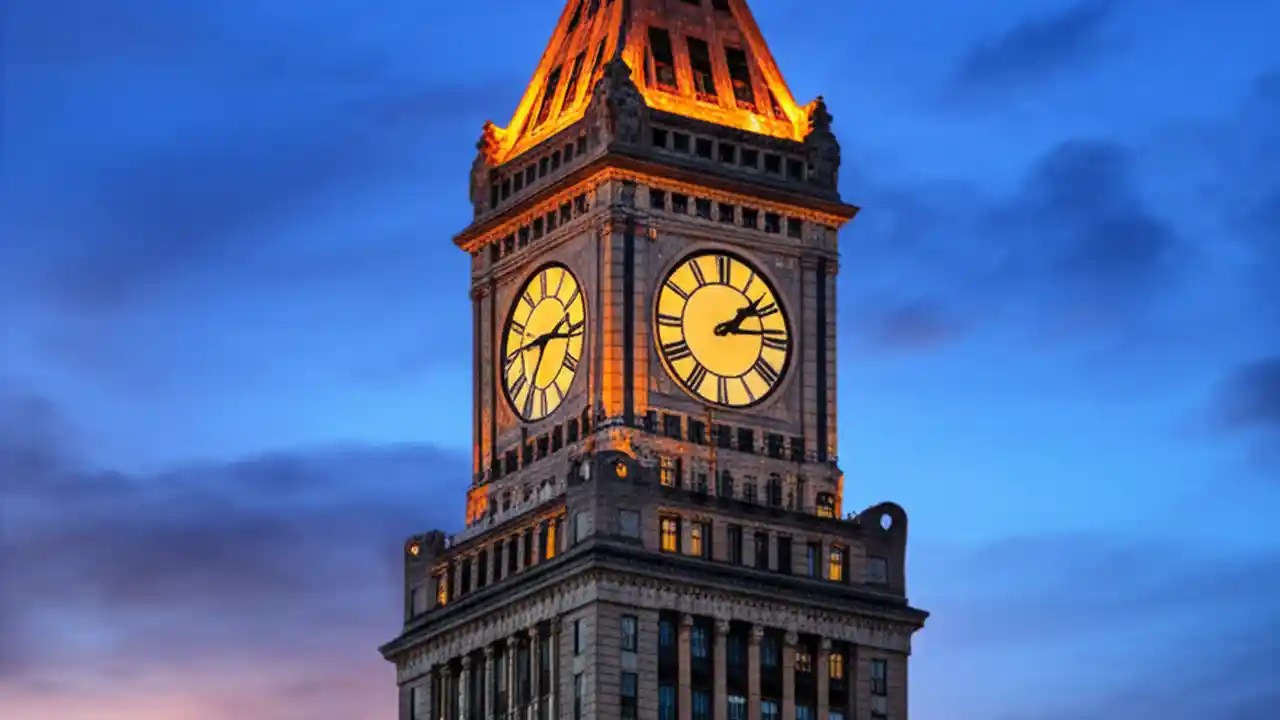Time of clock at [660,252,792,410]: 1:13
